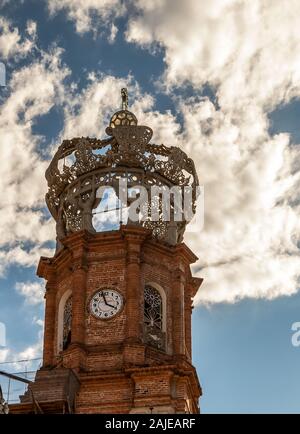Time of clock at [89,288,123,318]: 3:57
